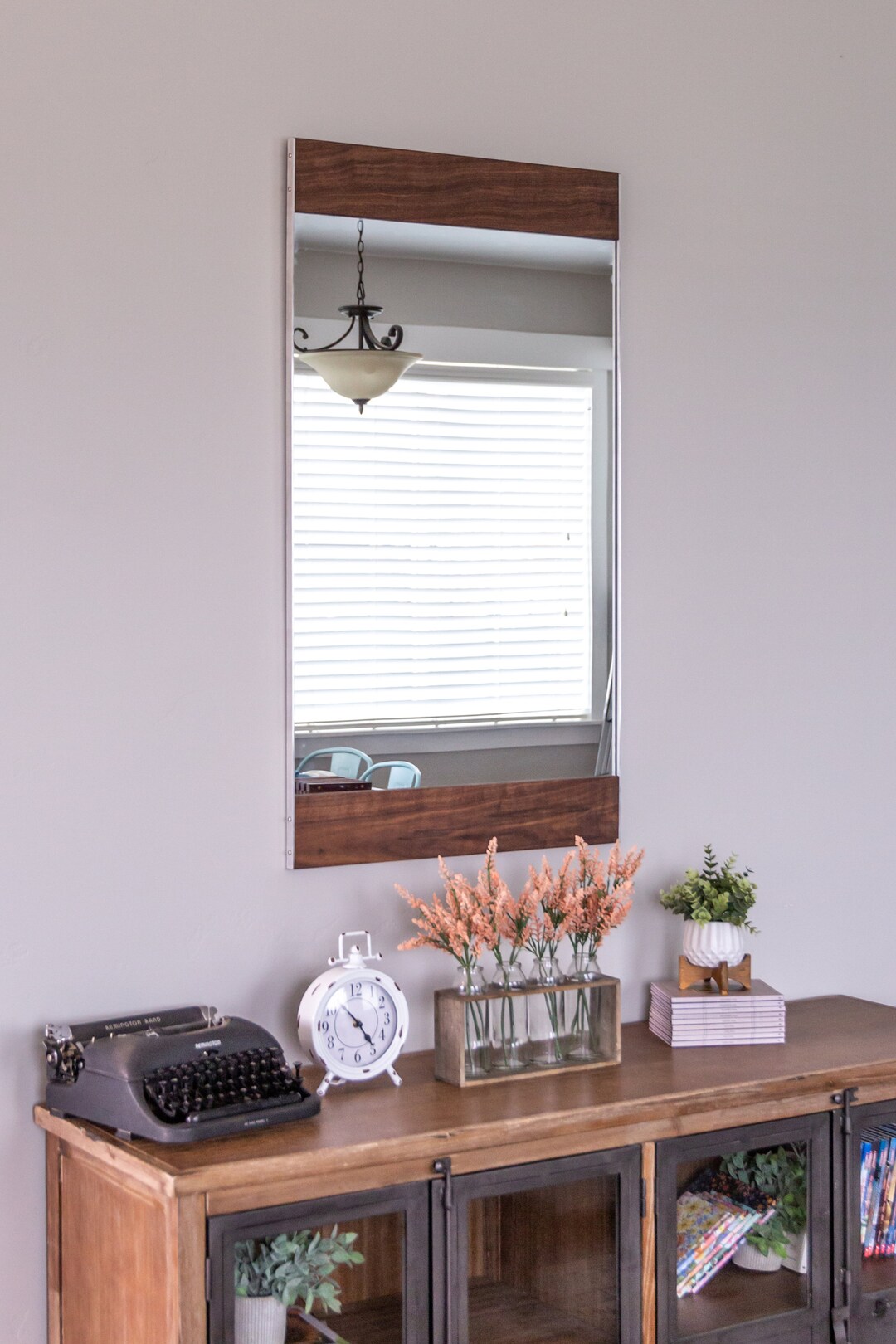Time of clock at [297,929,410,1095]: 4:52
